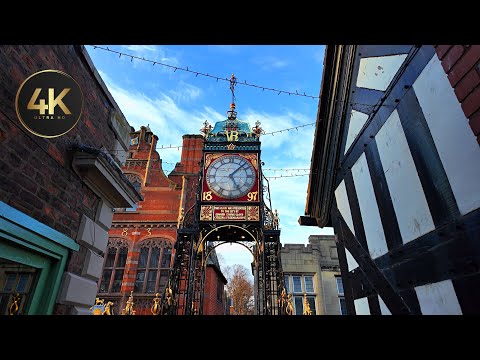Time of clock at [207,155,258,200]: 5:07
